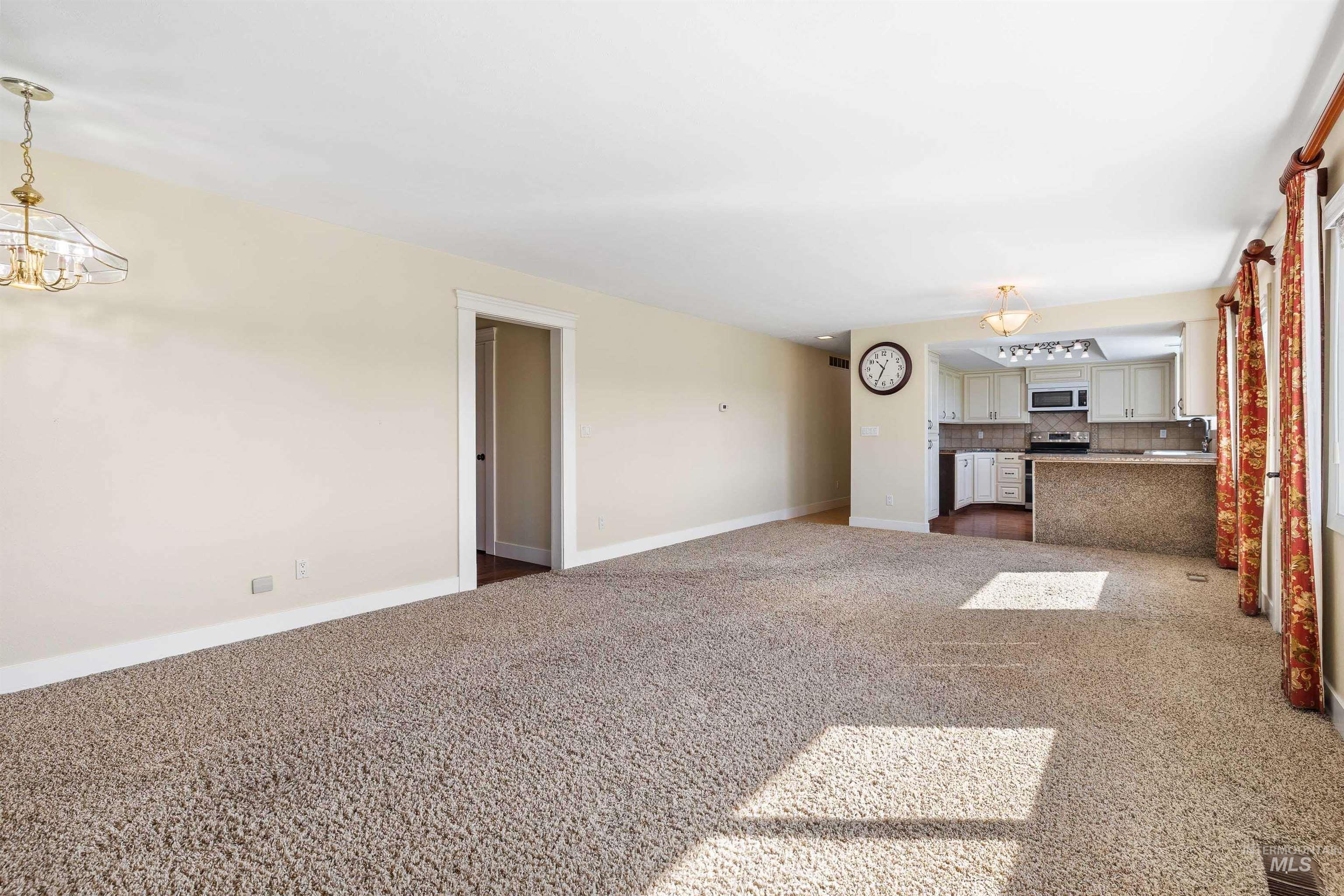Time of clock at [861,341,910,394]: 10:34
